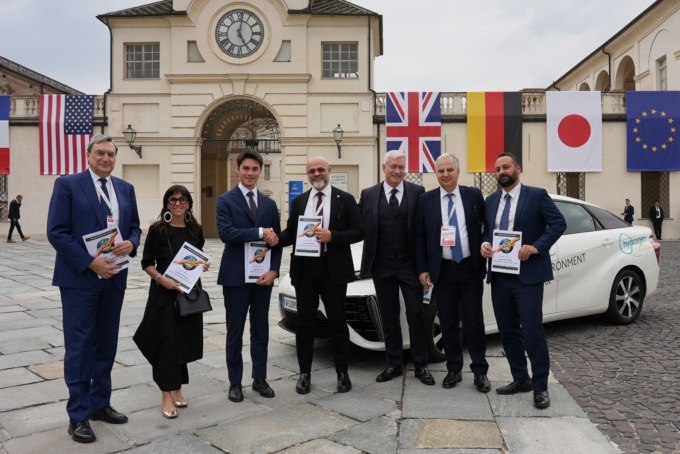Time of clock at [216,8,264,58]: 5:01
